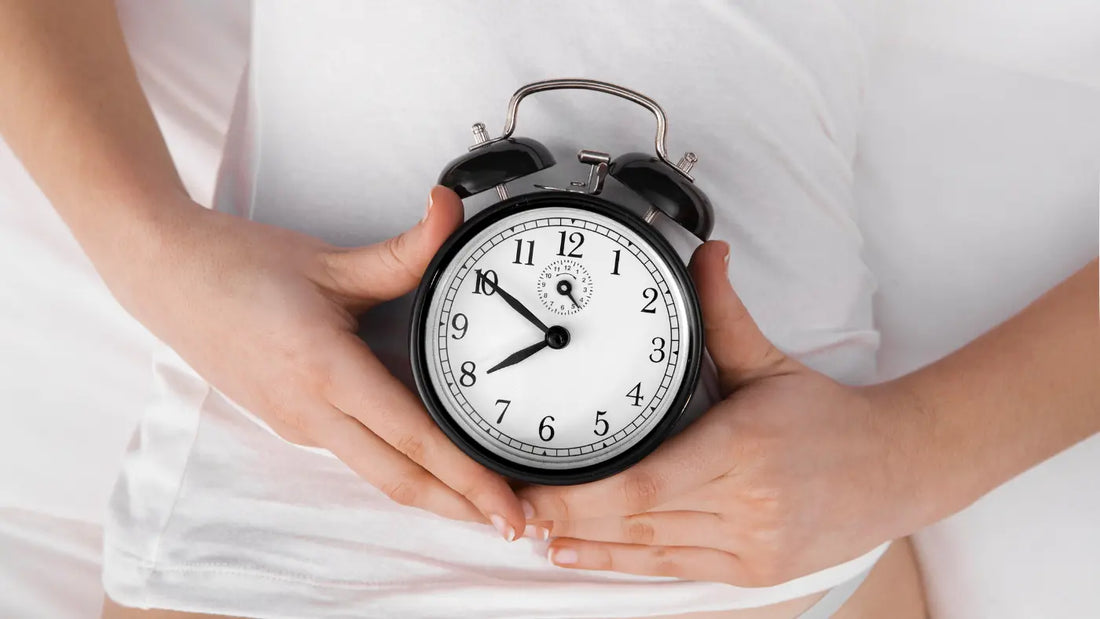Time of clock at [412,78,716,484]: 7:50
